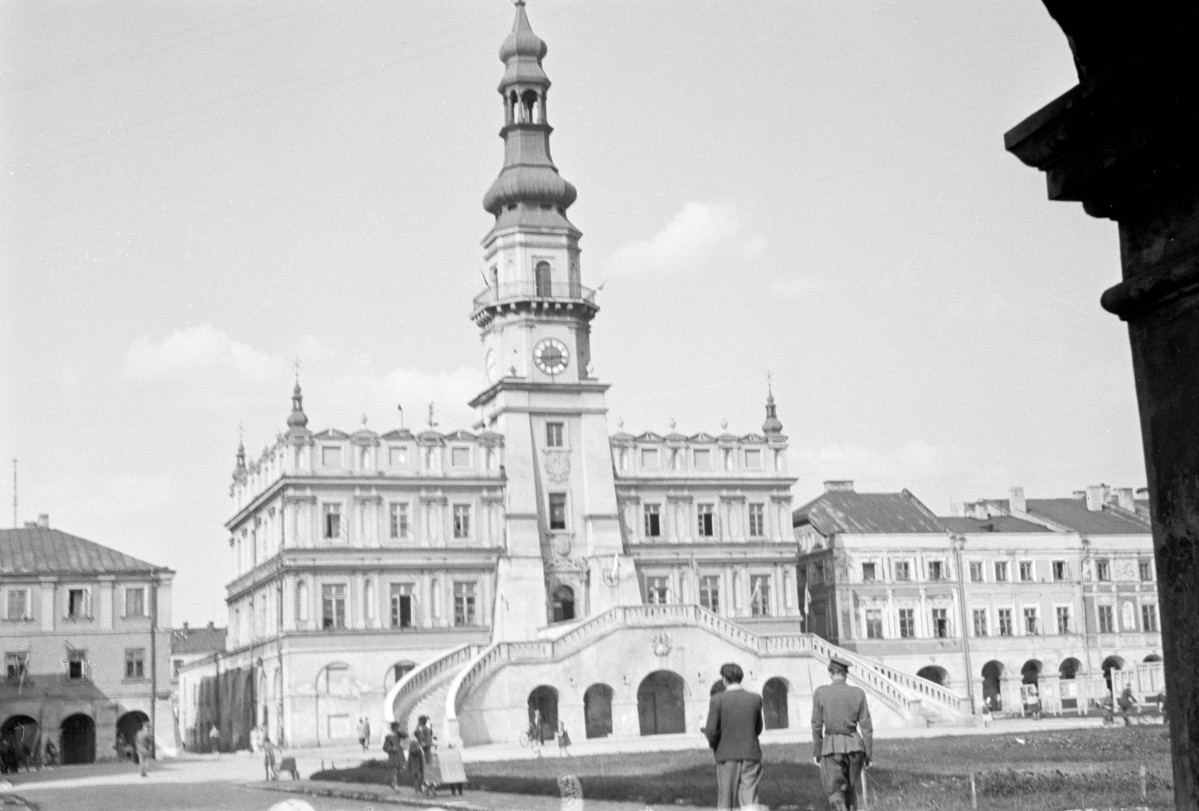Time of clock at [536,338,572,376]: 2:43
